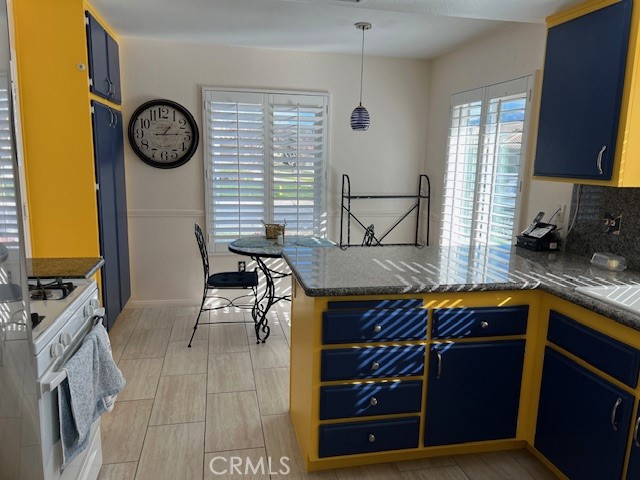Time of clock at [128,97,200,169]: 1:14
